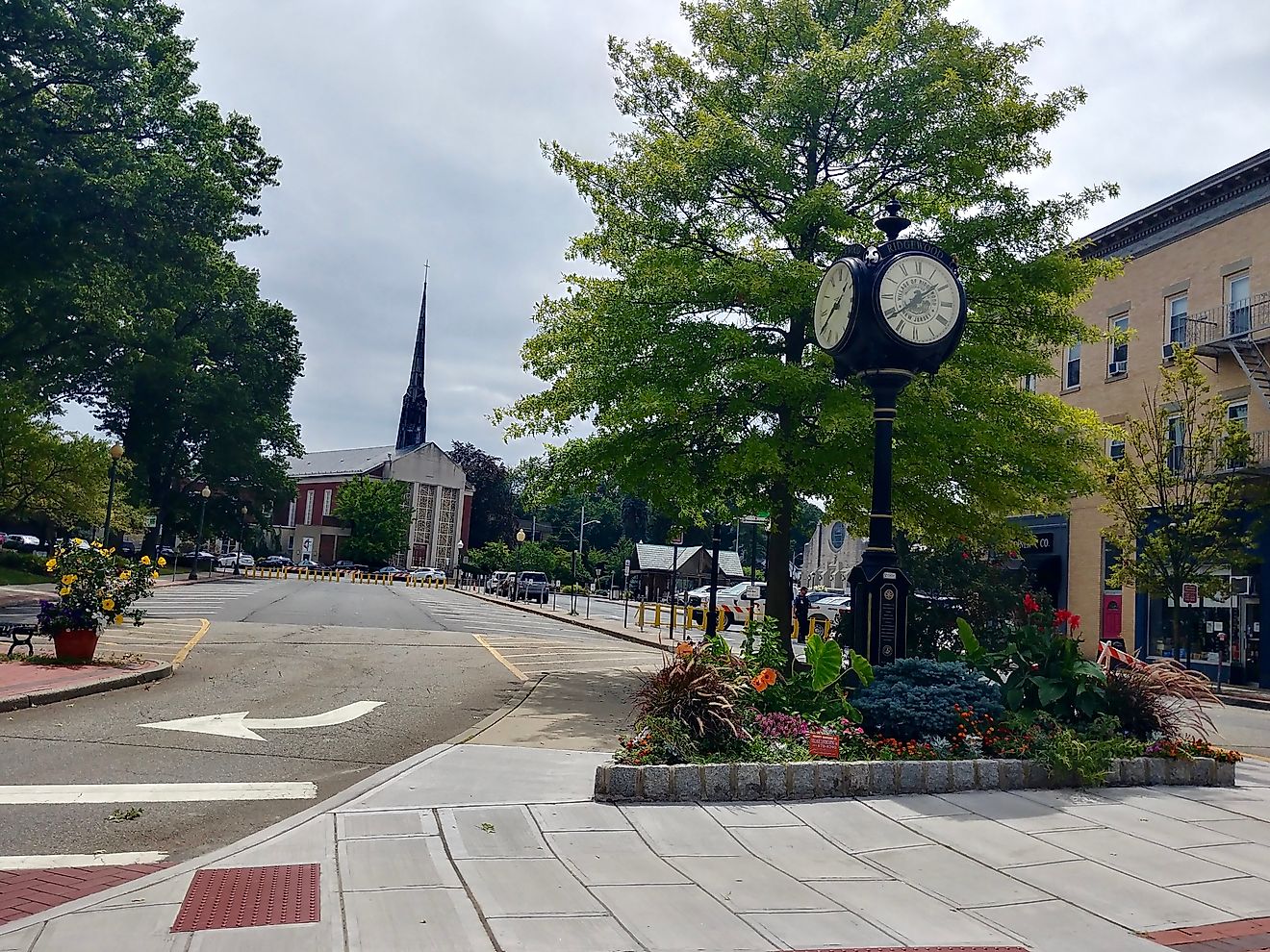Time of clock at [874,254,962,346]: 1:38
